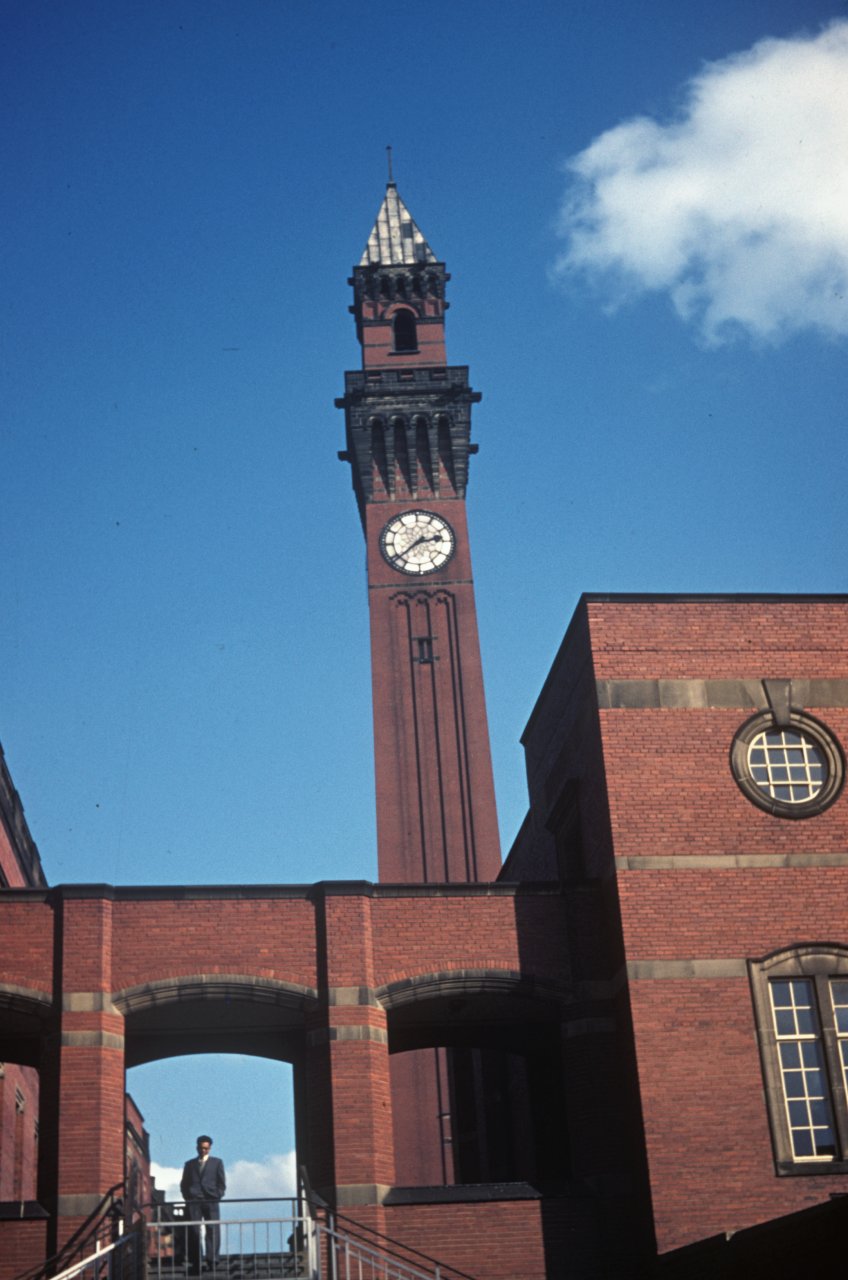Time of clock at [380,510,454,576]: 2:38
